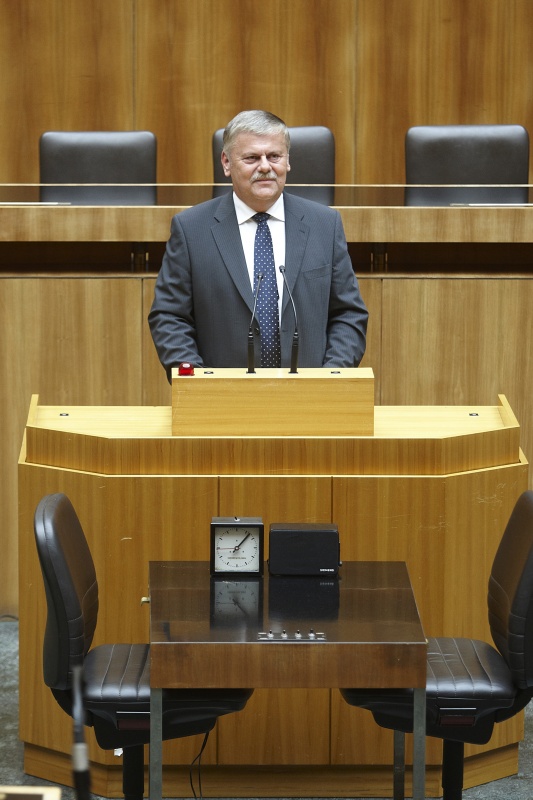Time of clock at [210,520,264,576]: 1:06
